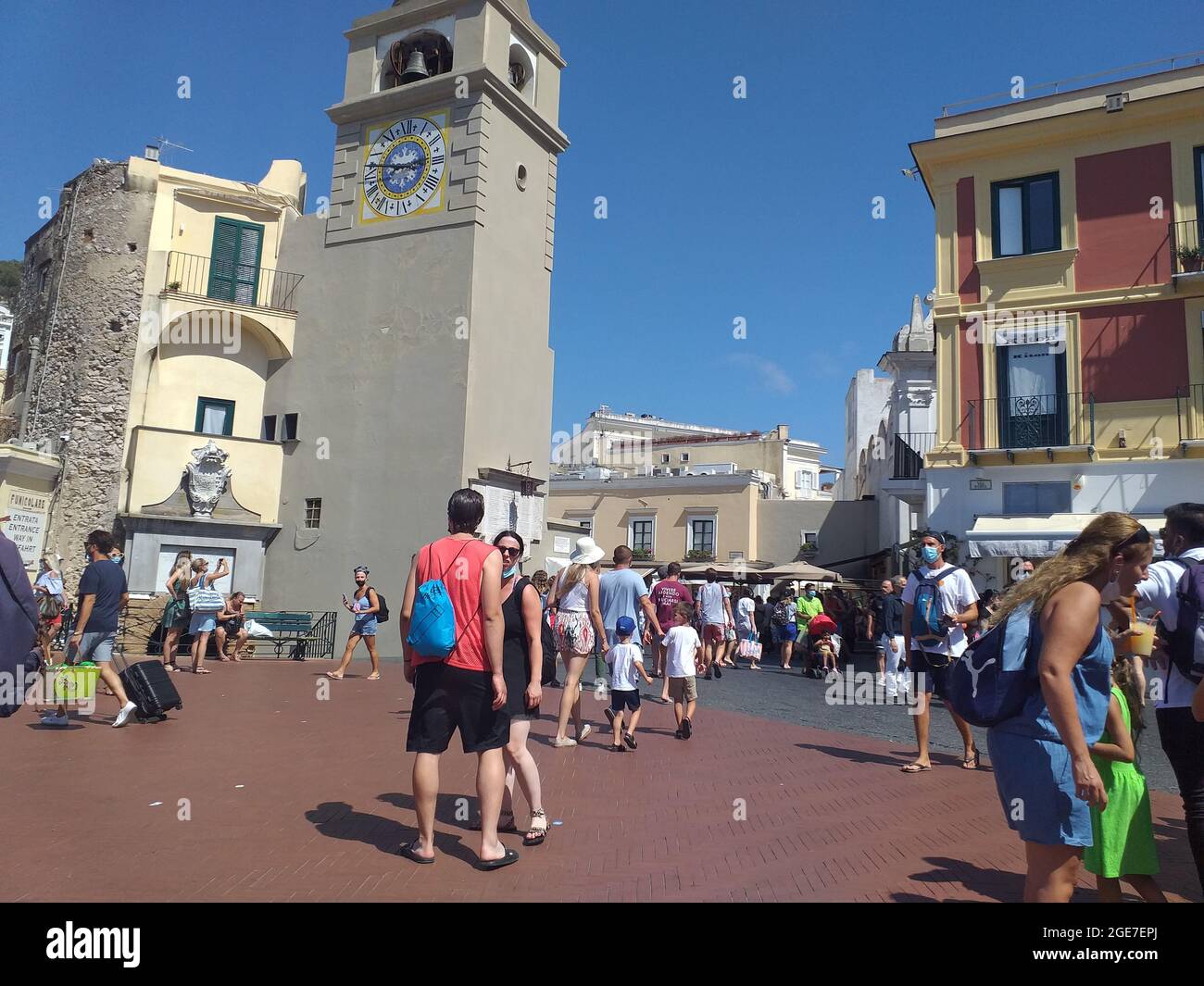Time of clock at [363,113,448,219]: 2:46
